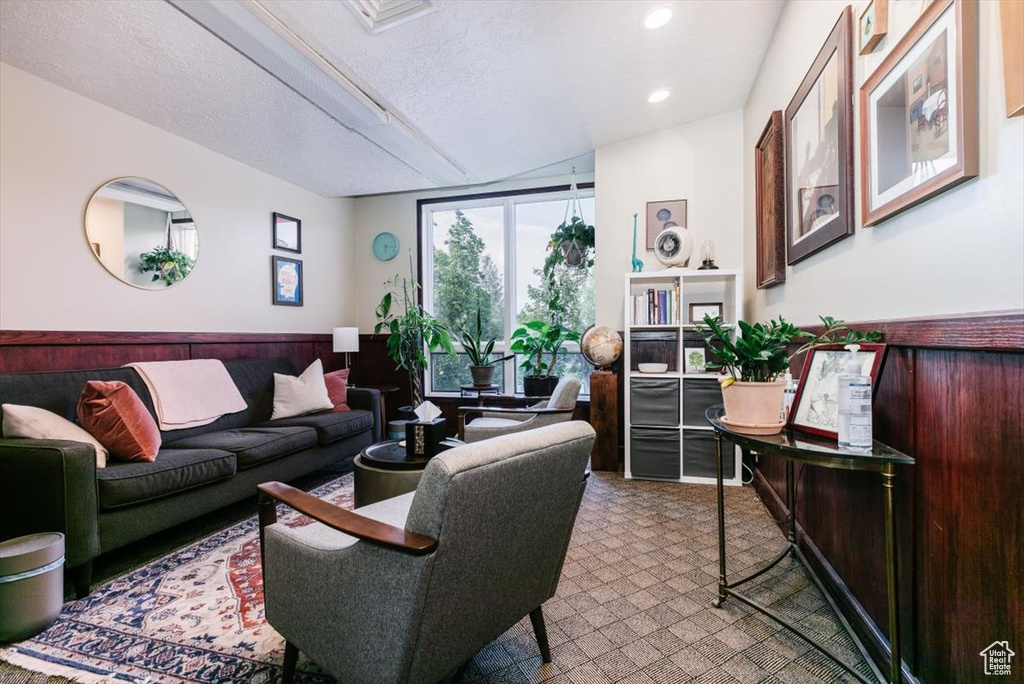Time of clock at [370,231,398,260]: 6:16
